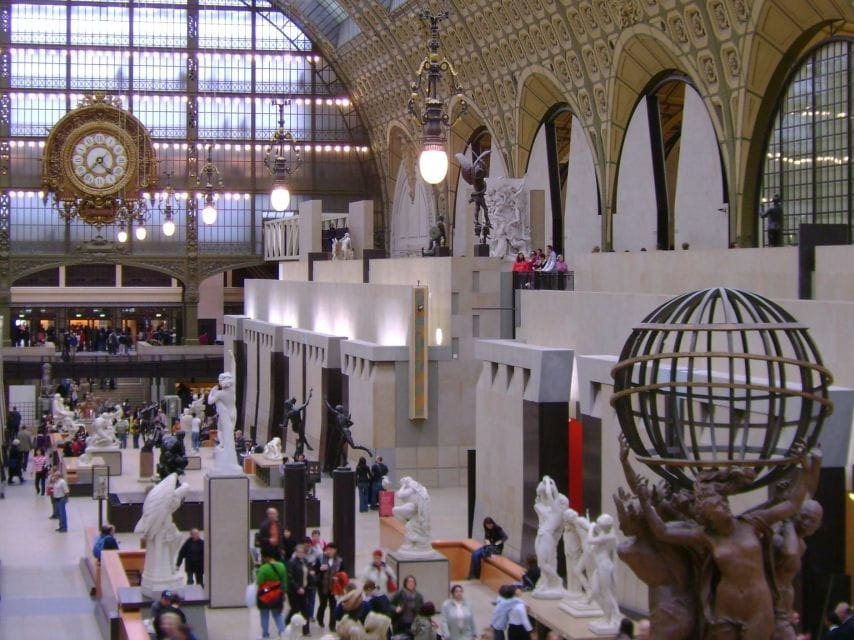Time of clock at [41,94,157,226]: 4:37
